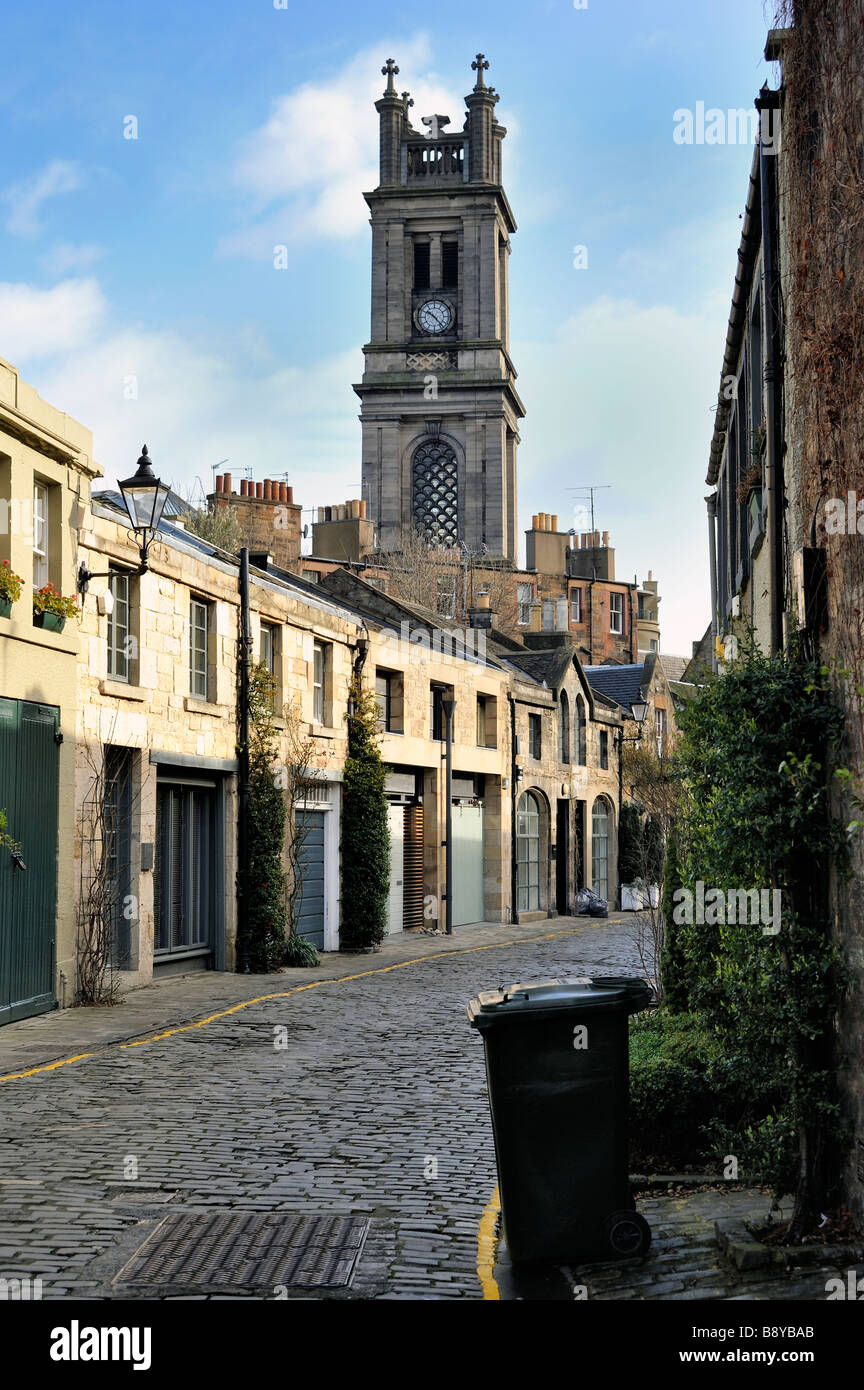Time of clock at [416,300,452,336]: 10:23
